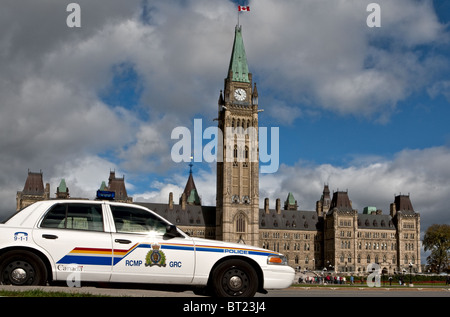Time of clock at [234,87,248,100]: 10:48
